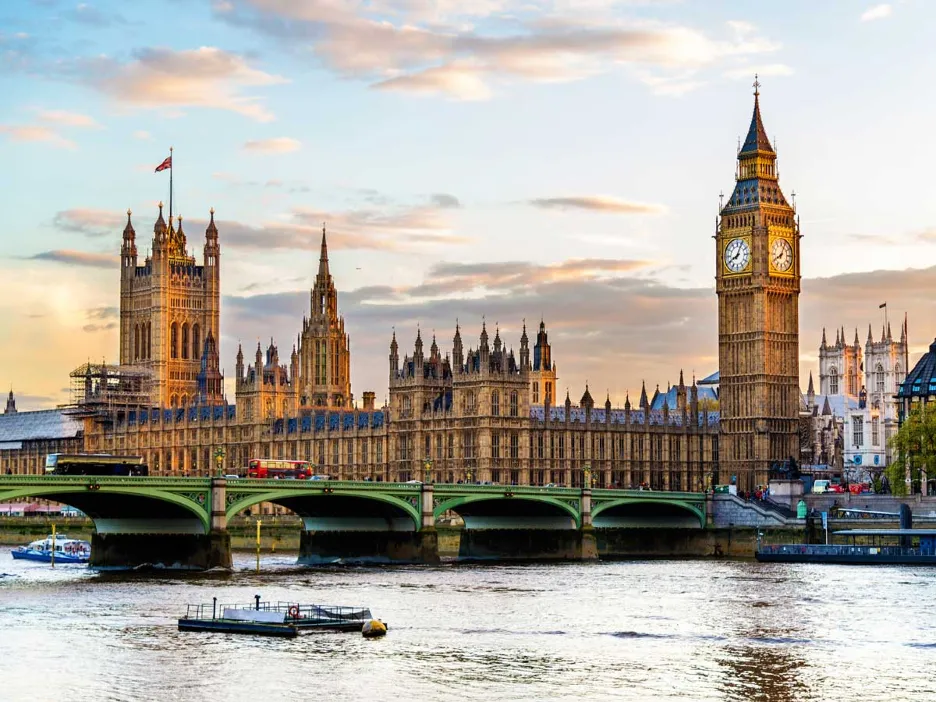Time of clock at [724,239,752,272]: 8:04
